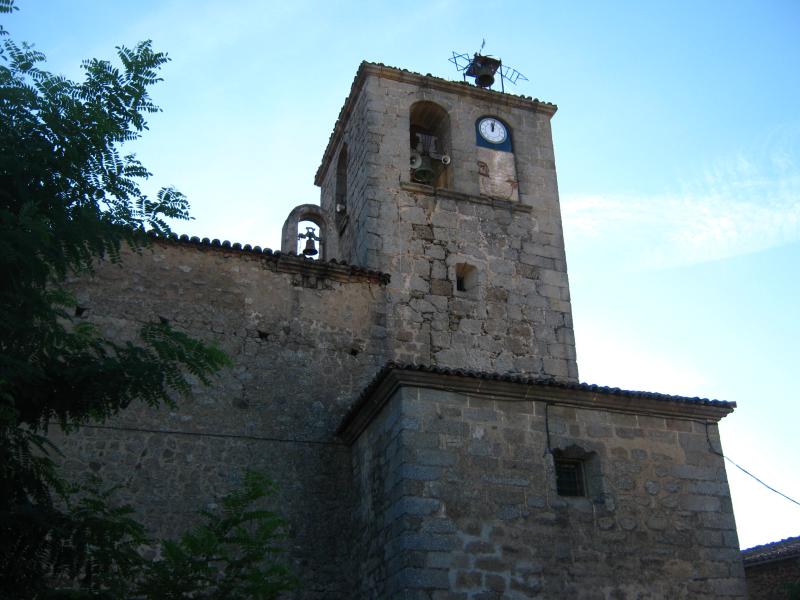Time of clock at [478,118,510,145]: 12:02
